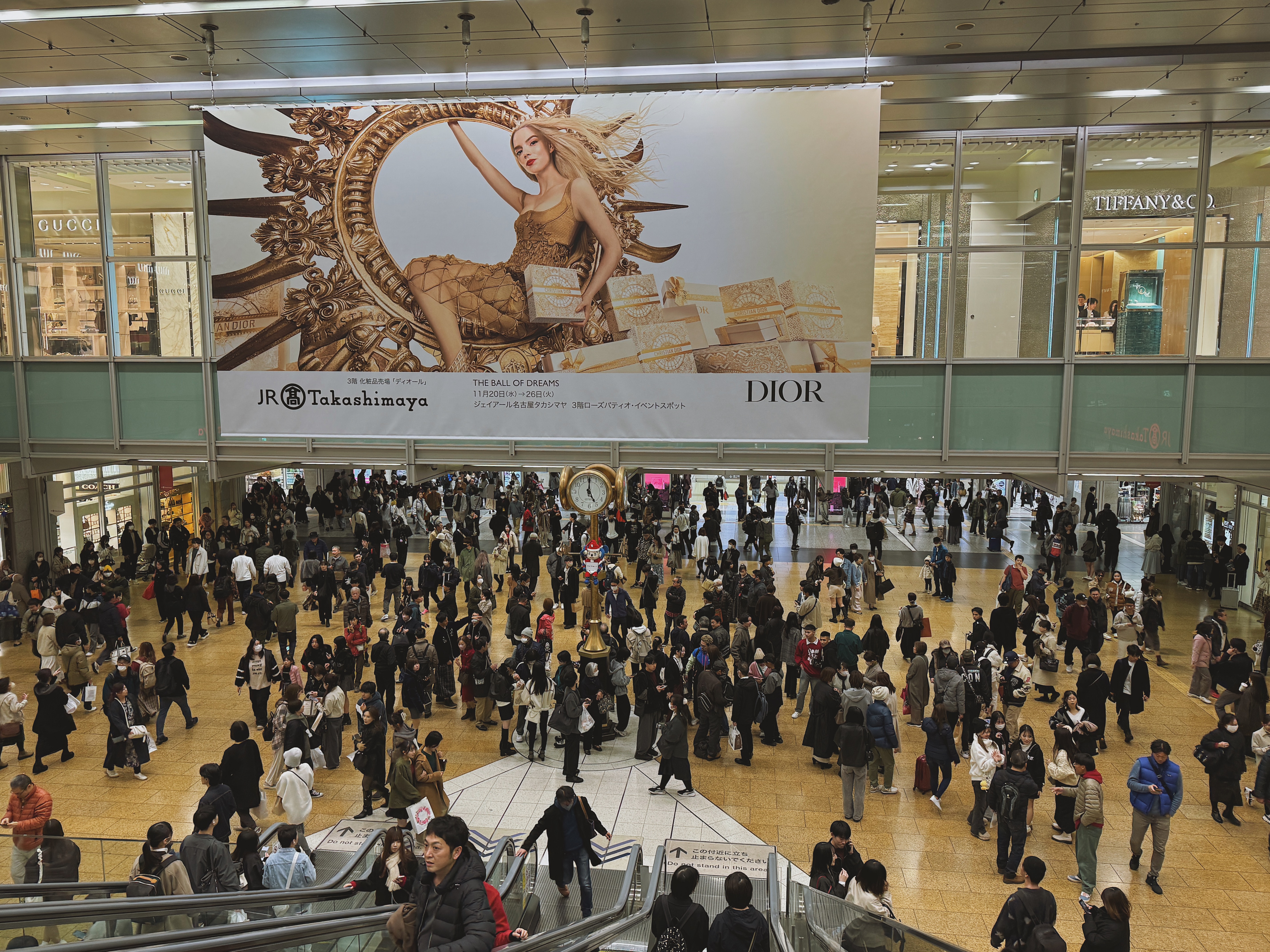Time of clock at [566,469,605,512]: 5:00
